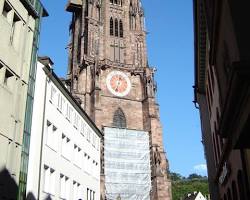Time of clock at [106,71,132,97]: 12:32
